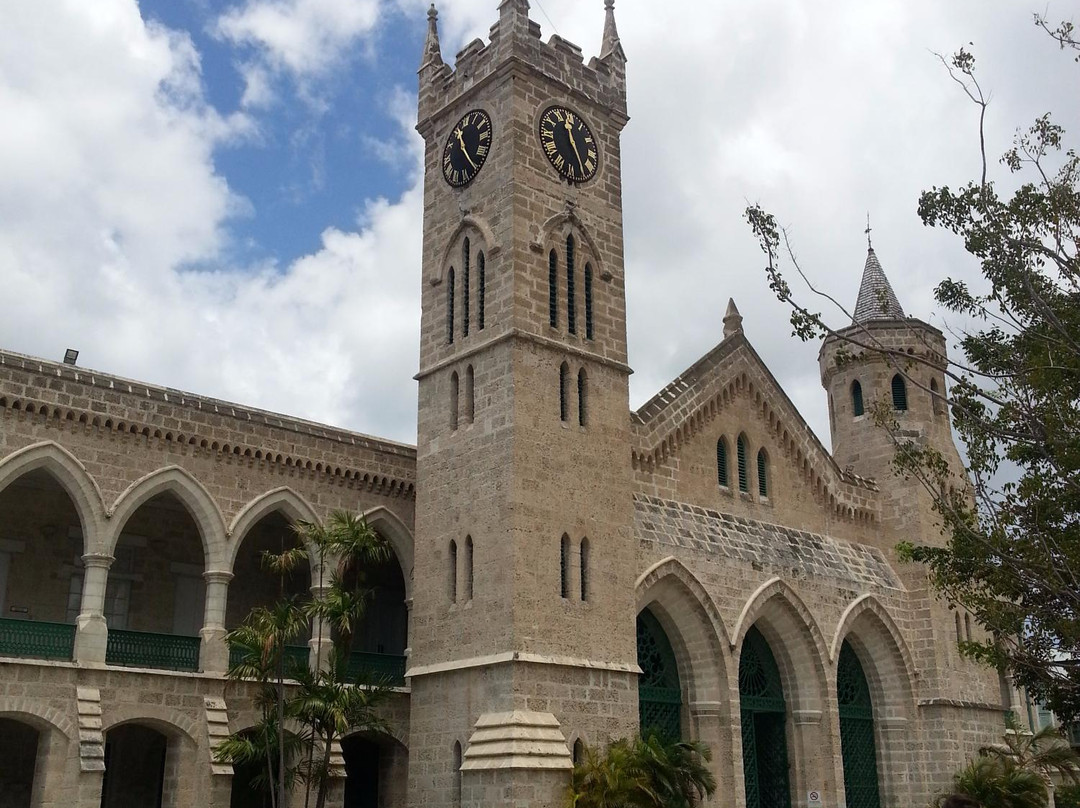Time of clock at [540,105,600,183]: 11:25
